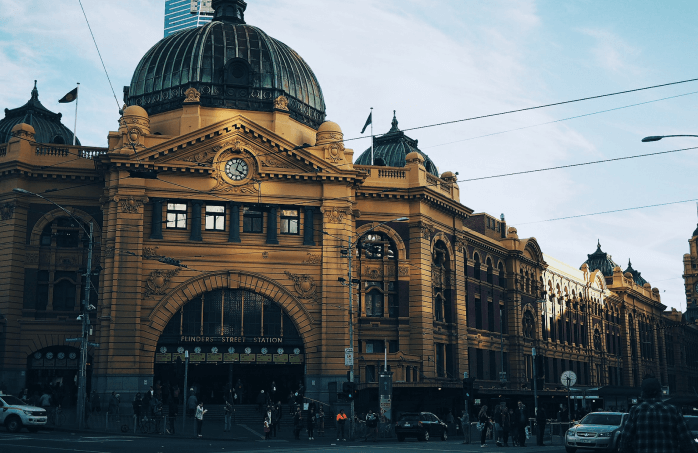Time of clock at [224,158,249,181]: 4:02
